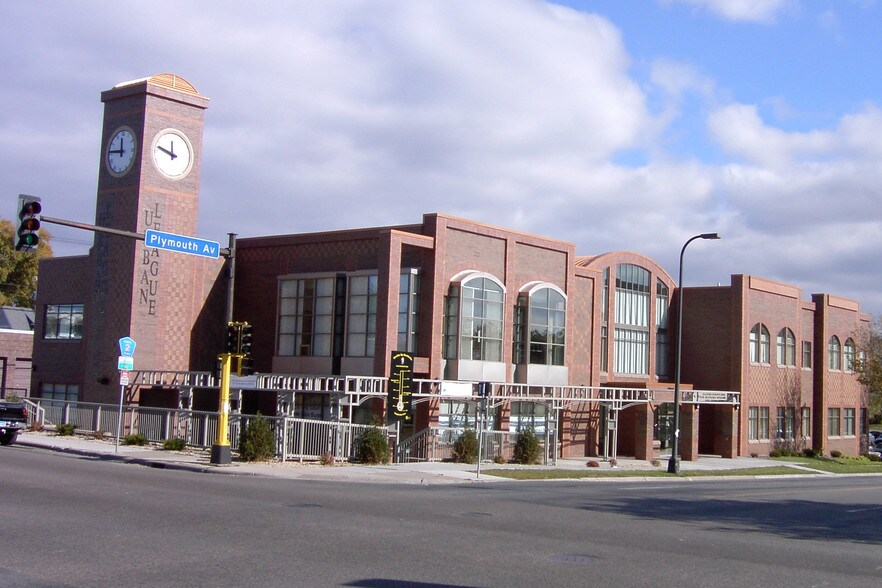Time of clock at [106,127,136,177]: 11:45
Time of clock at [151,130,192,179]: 11:47
